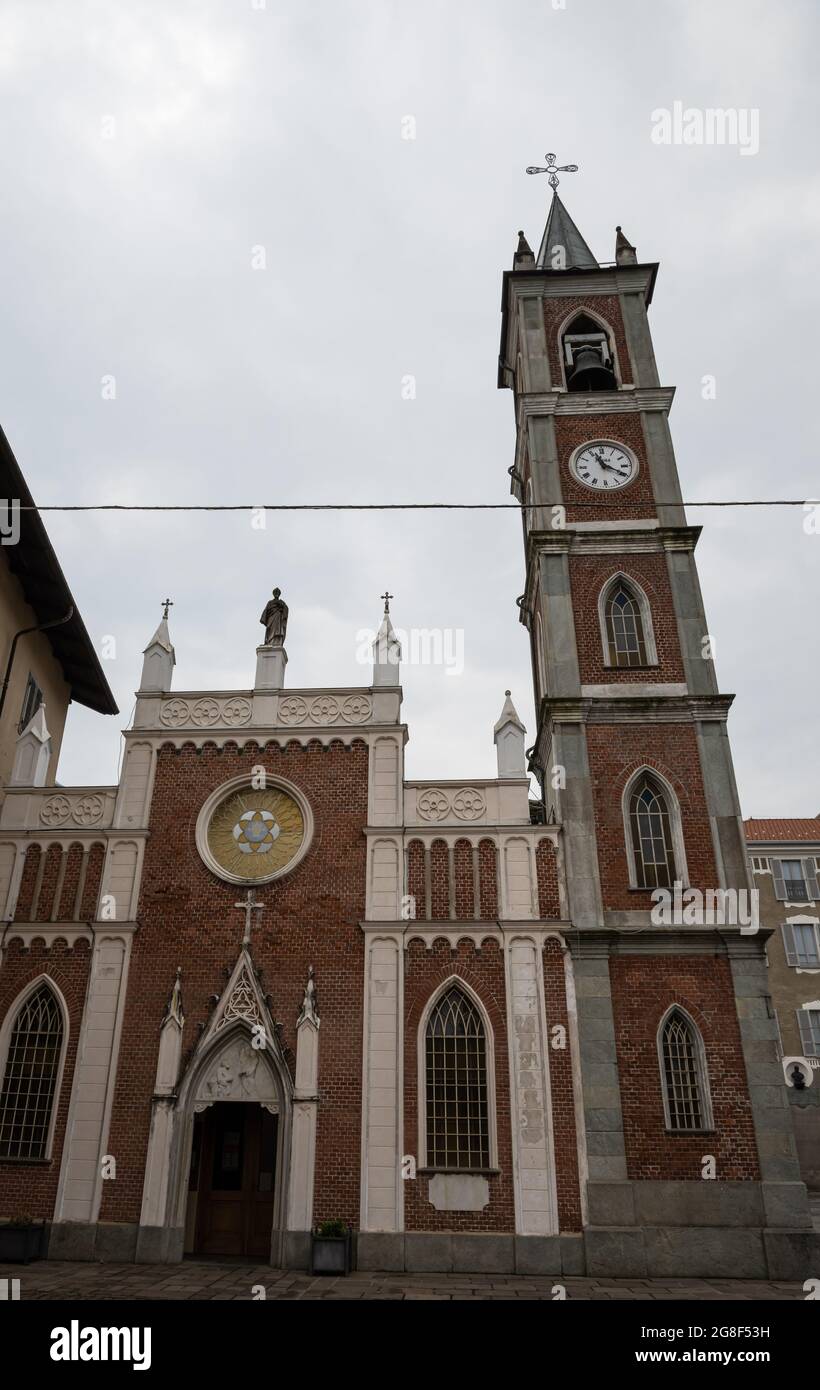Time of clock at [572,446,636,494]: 11:19
